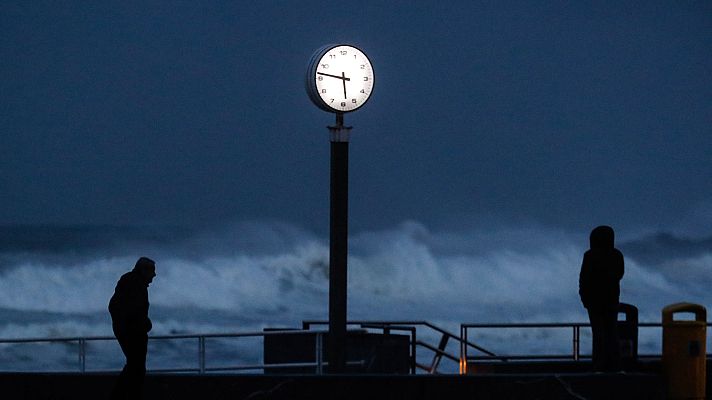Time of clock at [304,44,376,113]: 5:46
